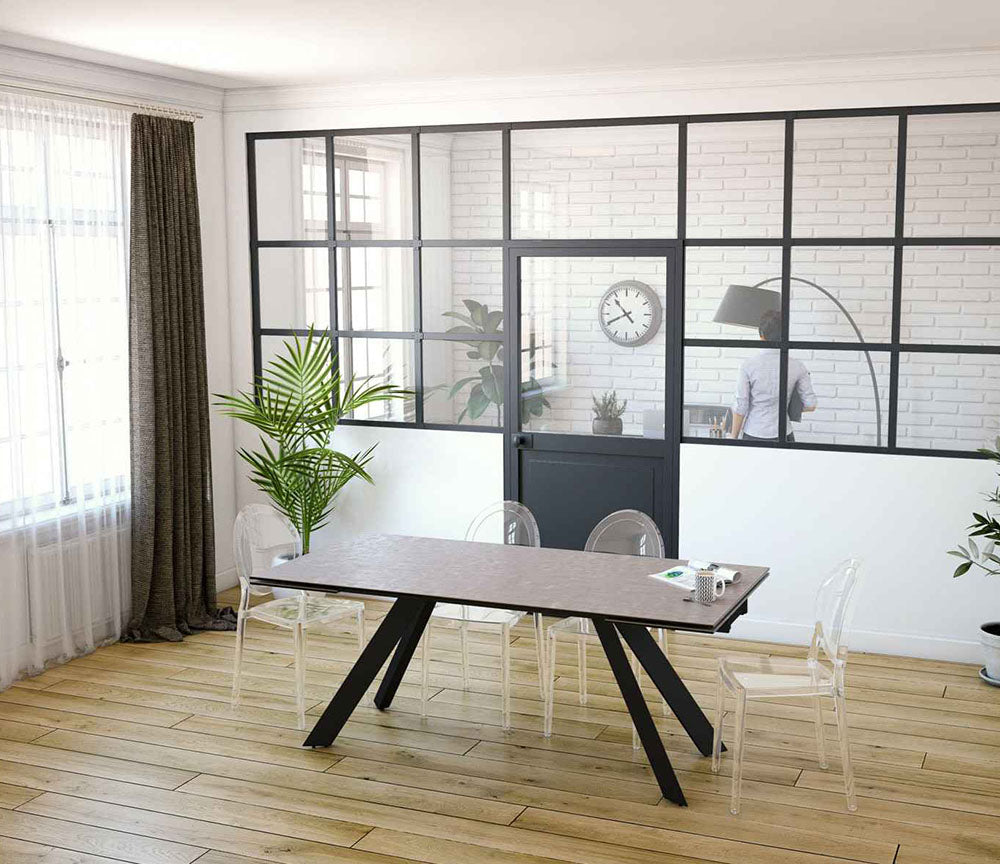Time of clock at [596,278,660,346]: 10:40
